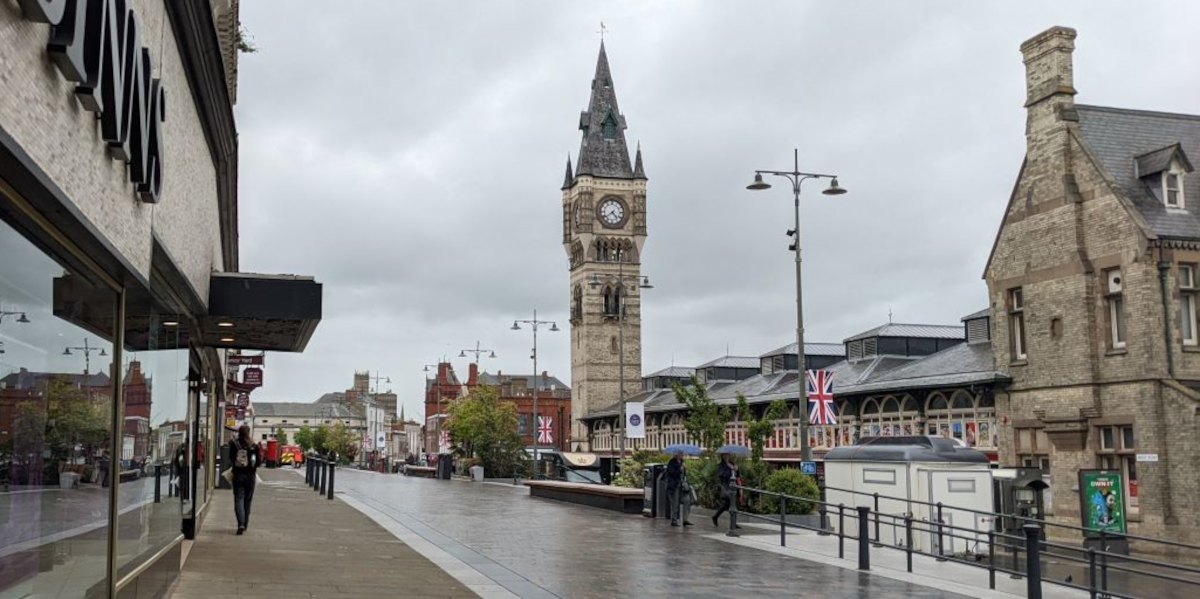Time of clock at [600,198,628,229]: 4:38
